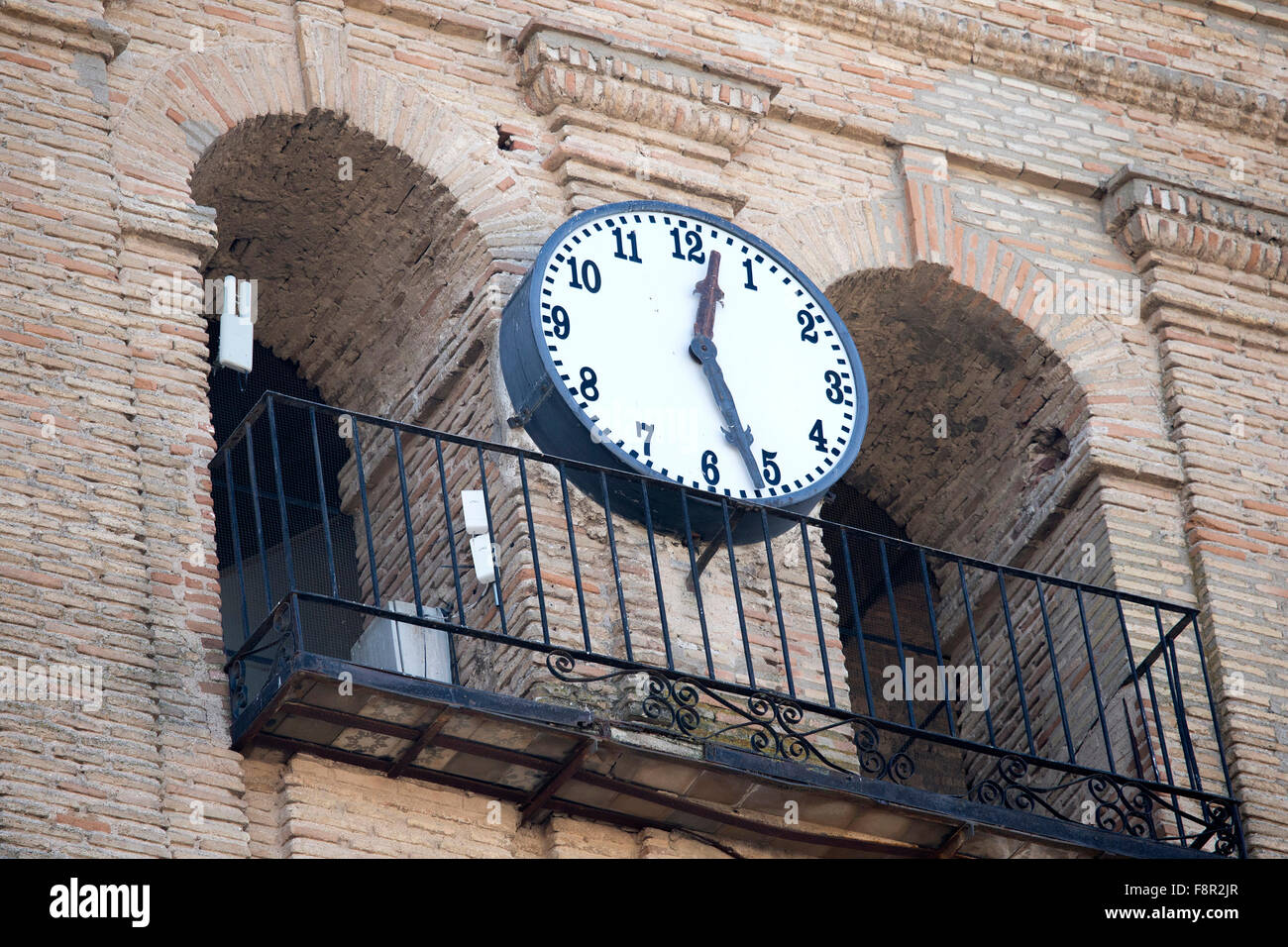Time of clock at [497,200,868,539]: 12:26
